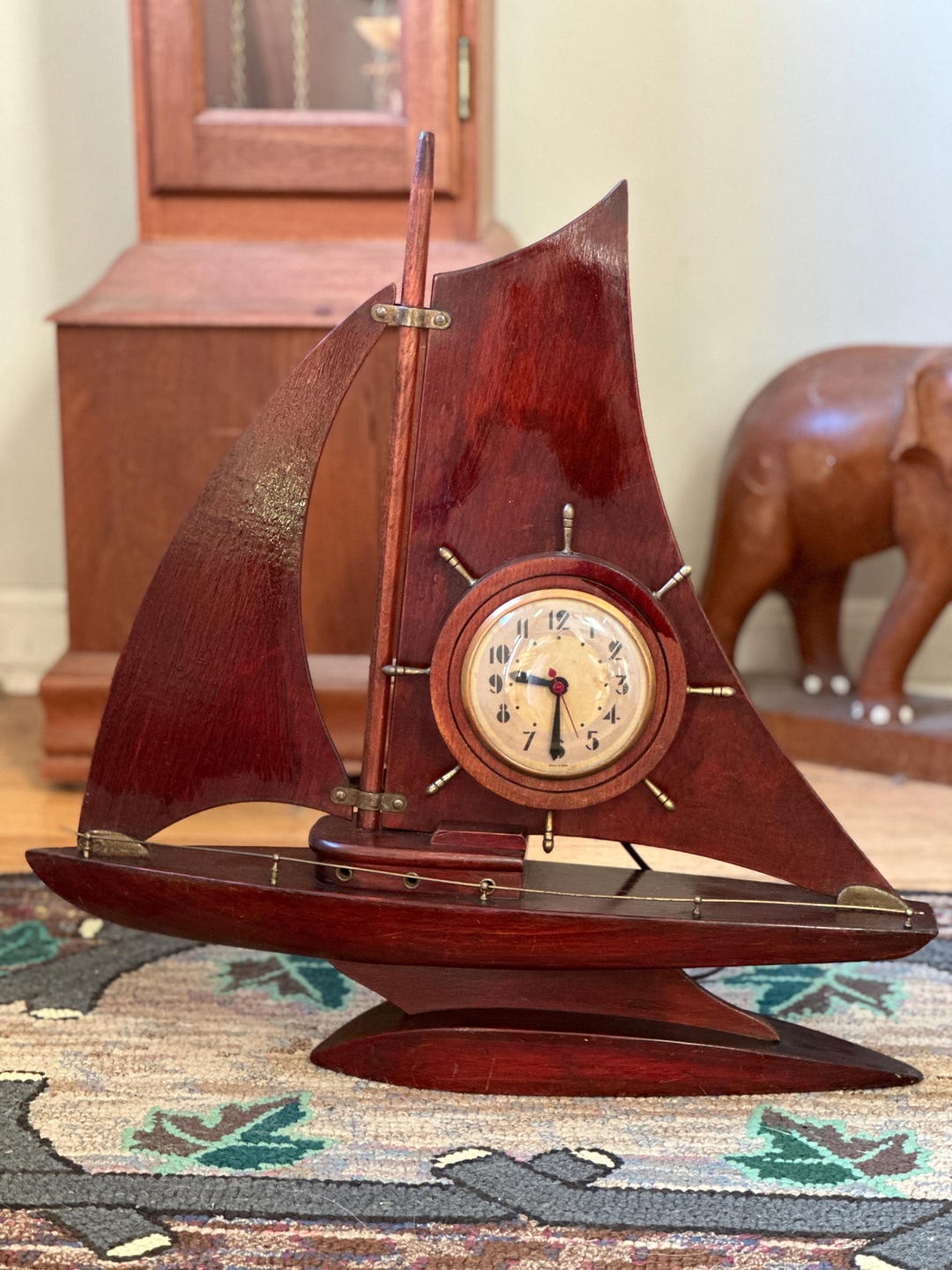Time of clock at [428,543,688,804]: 9:30
